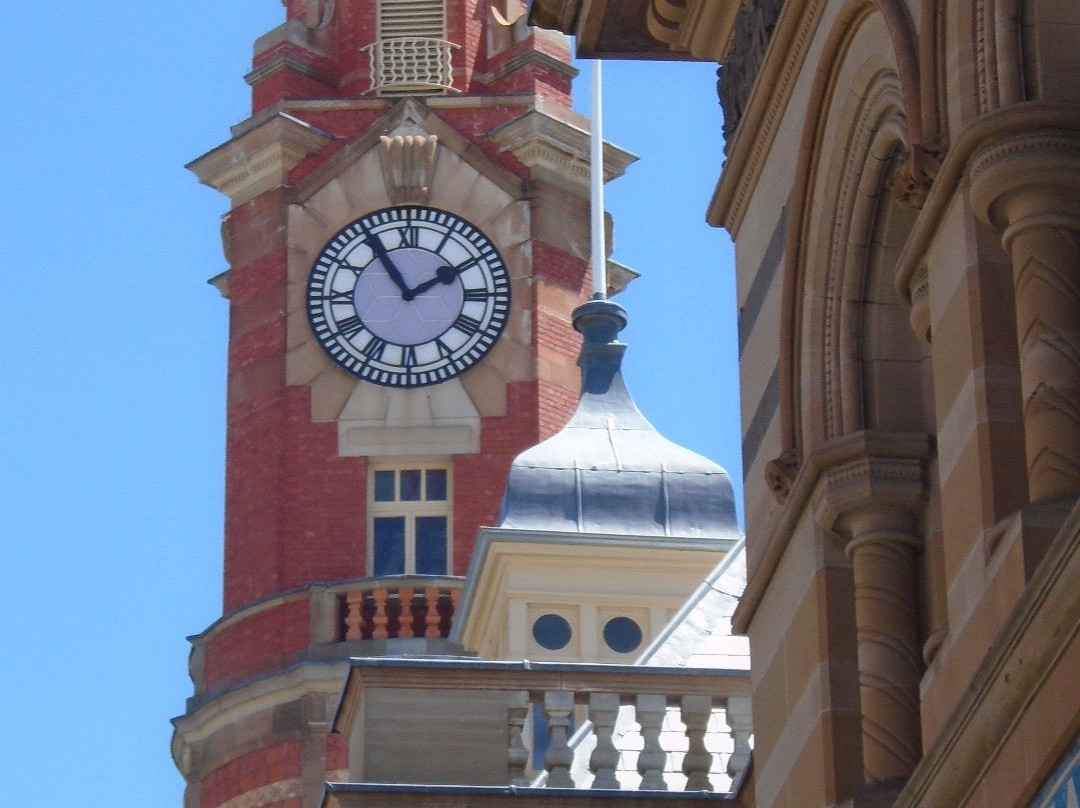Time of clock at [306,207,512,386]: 1:54
